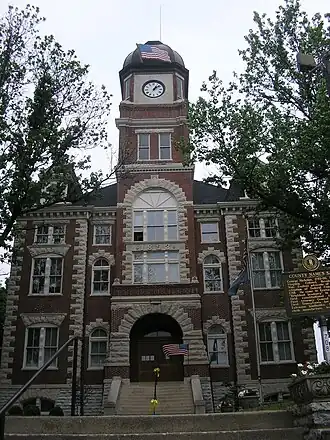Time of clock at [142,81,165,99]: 1:08
